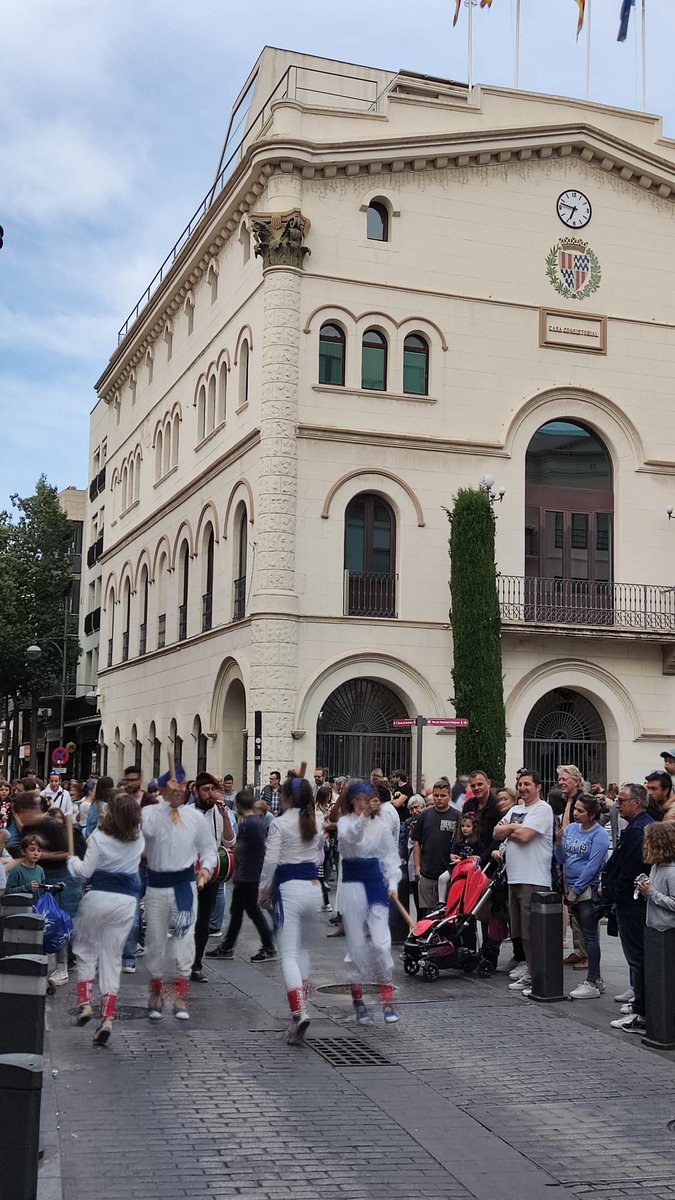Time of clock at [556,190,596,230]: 6:47
